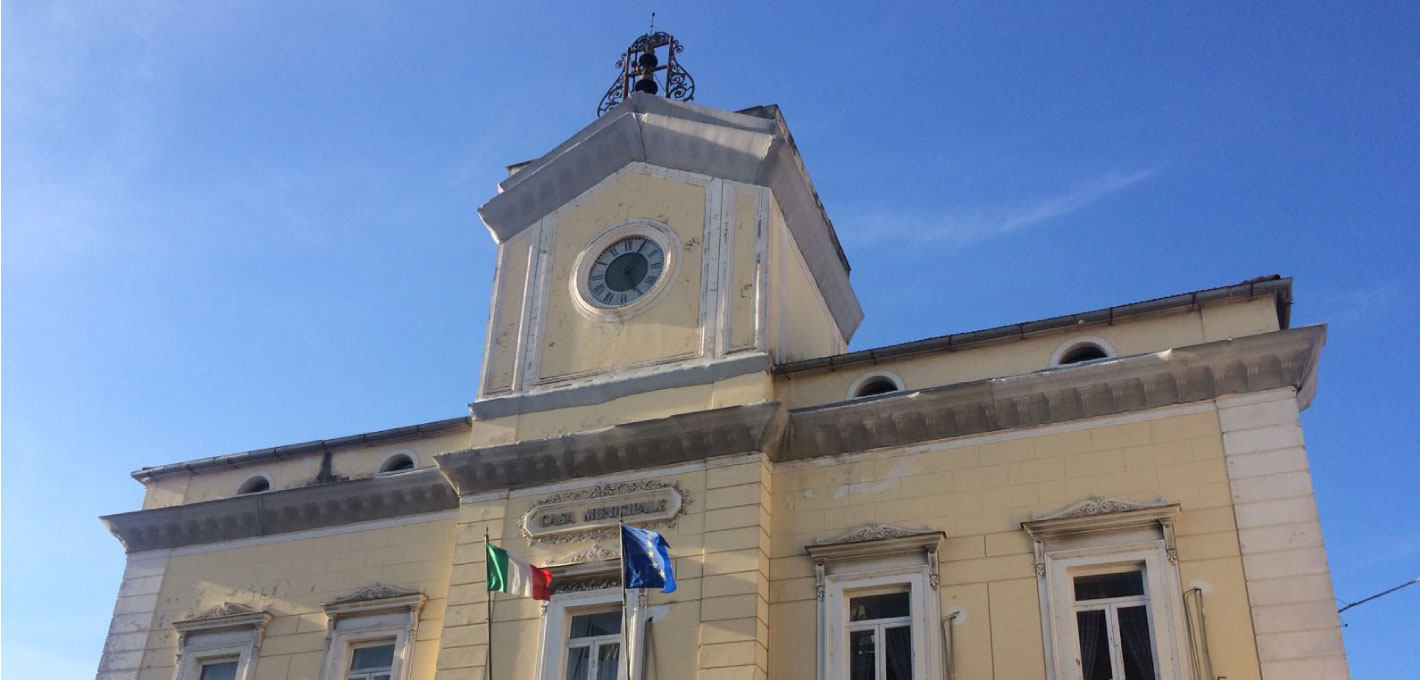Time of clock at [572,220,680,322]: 5:05
